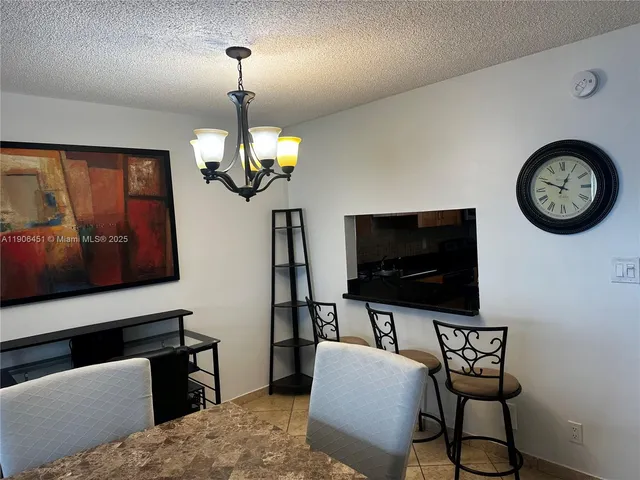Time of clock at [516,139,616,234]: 12:49
